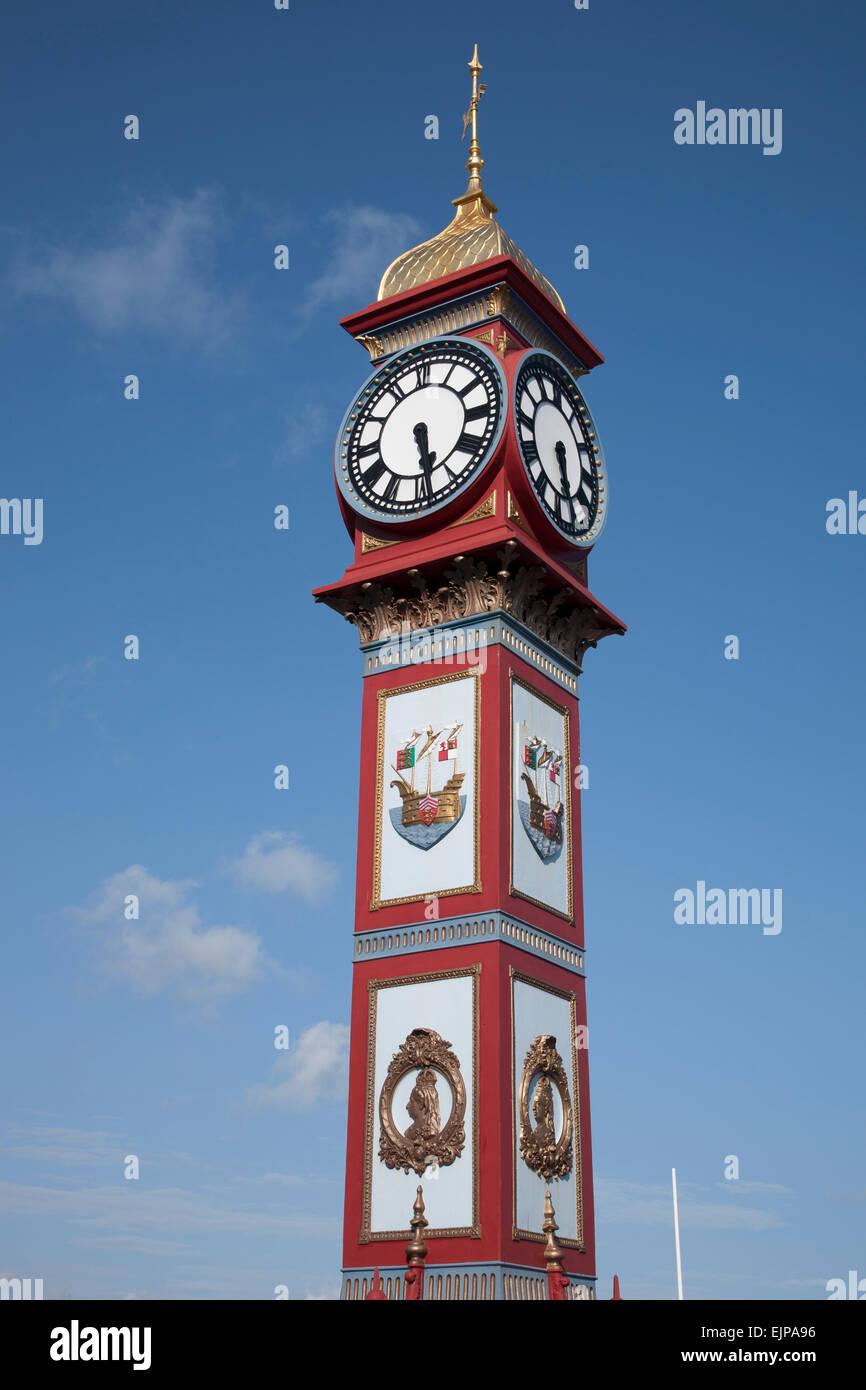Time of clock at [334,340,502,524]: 5:28
